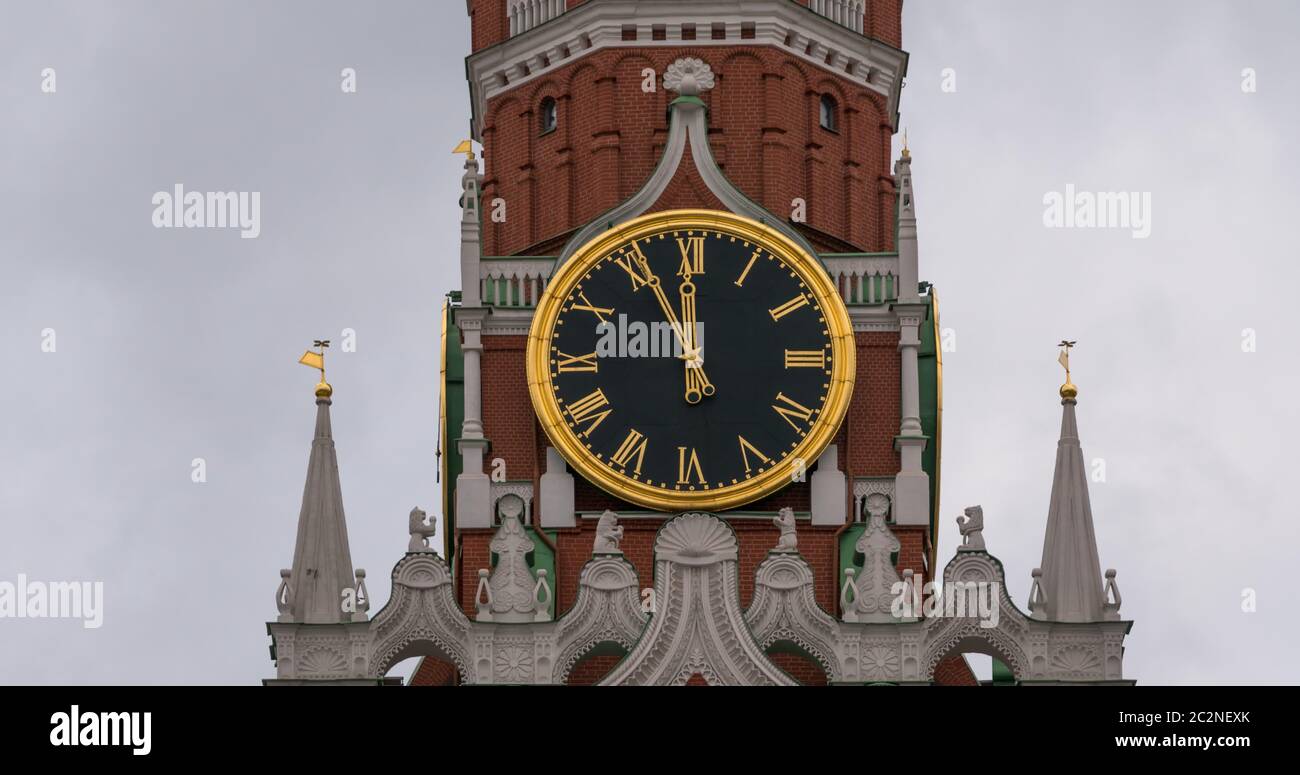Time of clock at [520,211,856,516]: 11:55
